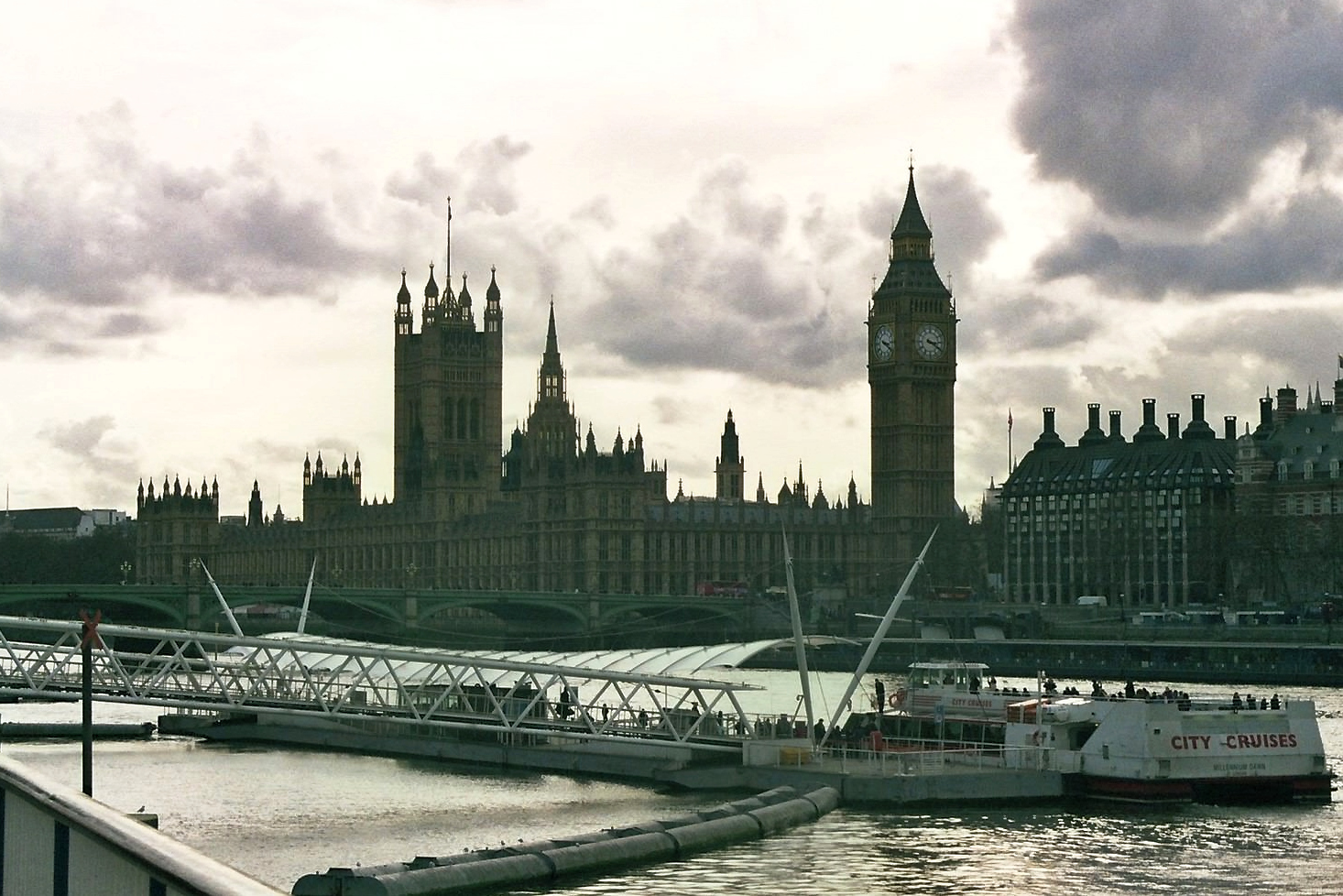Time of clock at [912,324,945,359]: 3:20
